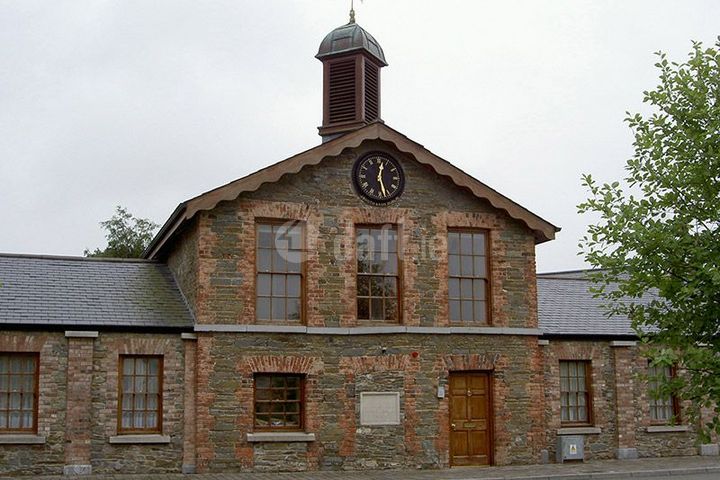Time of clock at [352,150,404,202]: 12:27
